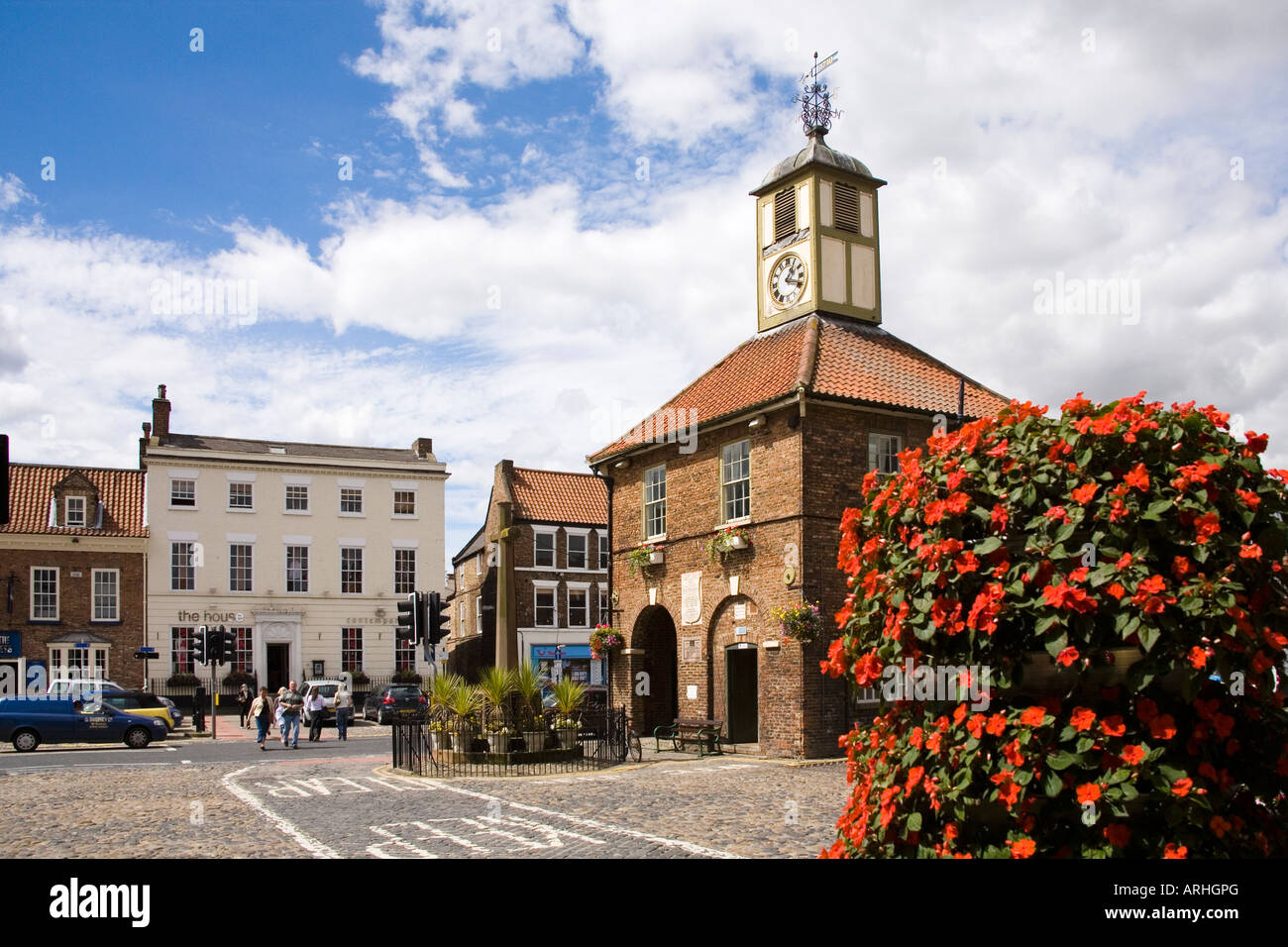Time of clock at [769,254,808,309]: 1:18
